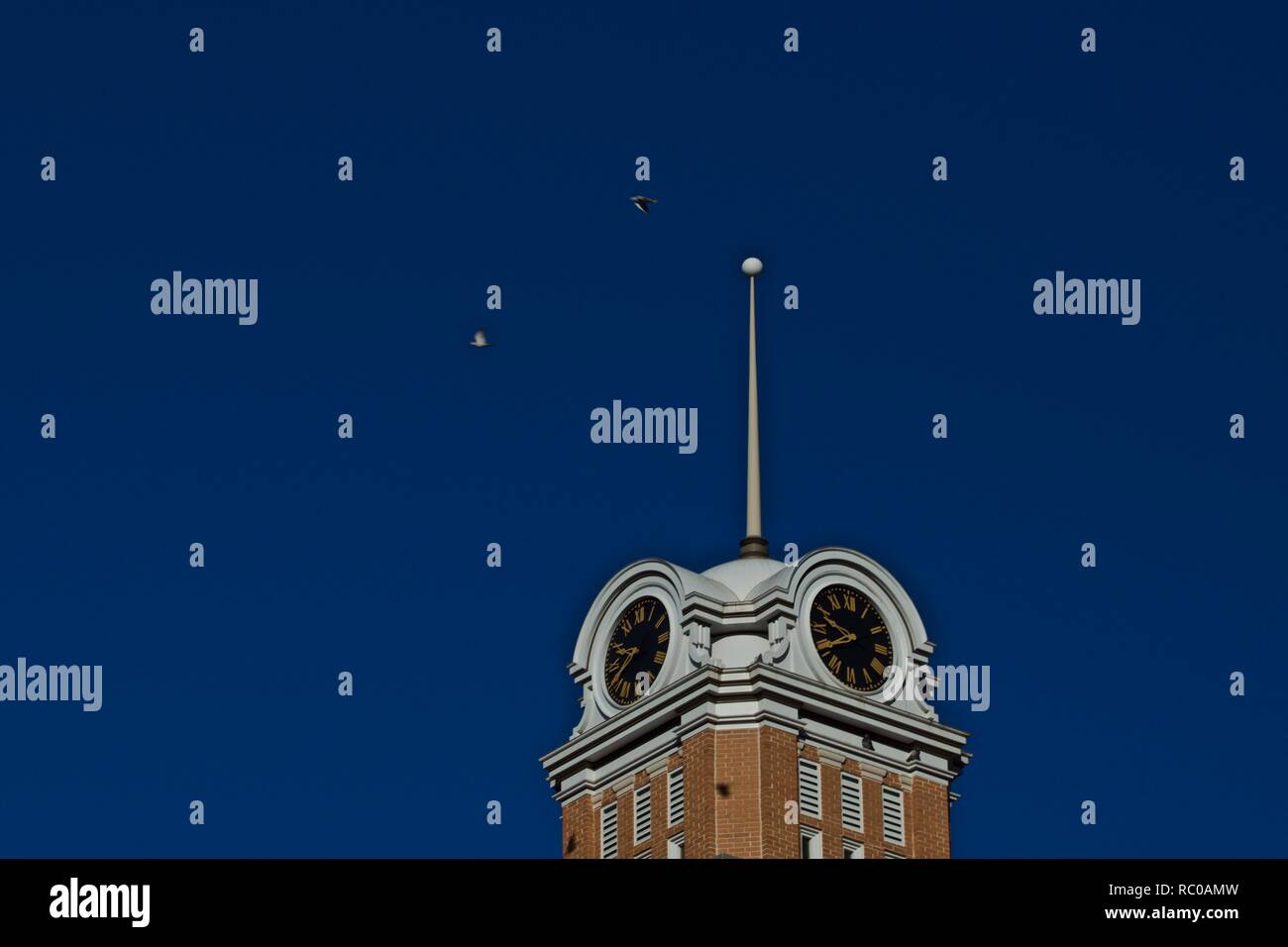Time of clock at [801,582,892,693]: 9:40
